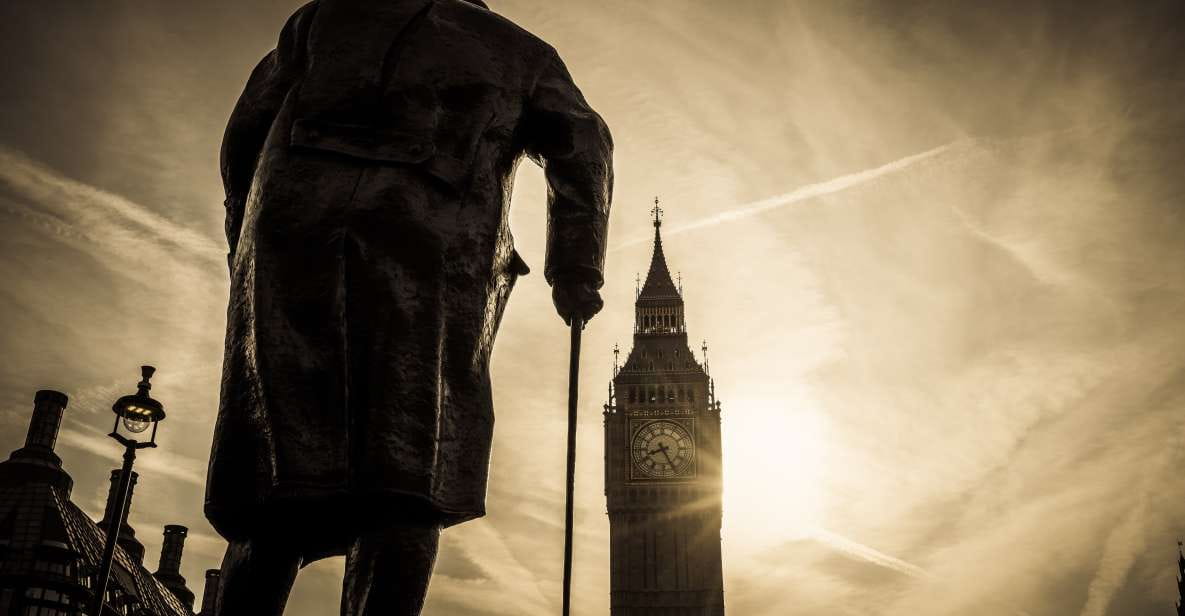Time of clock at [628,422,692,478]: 8:26
